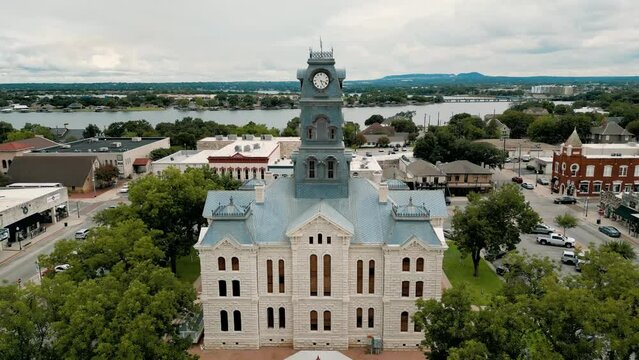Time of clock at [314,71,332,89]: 5:18
